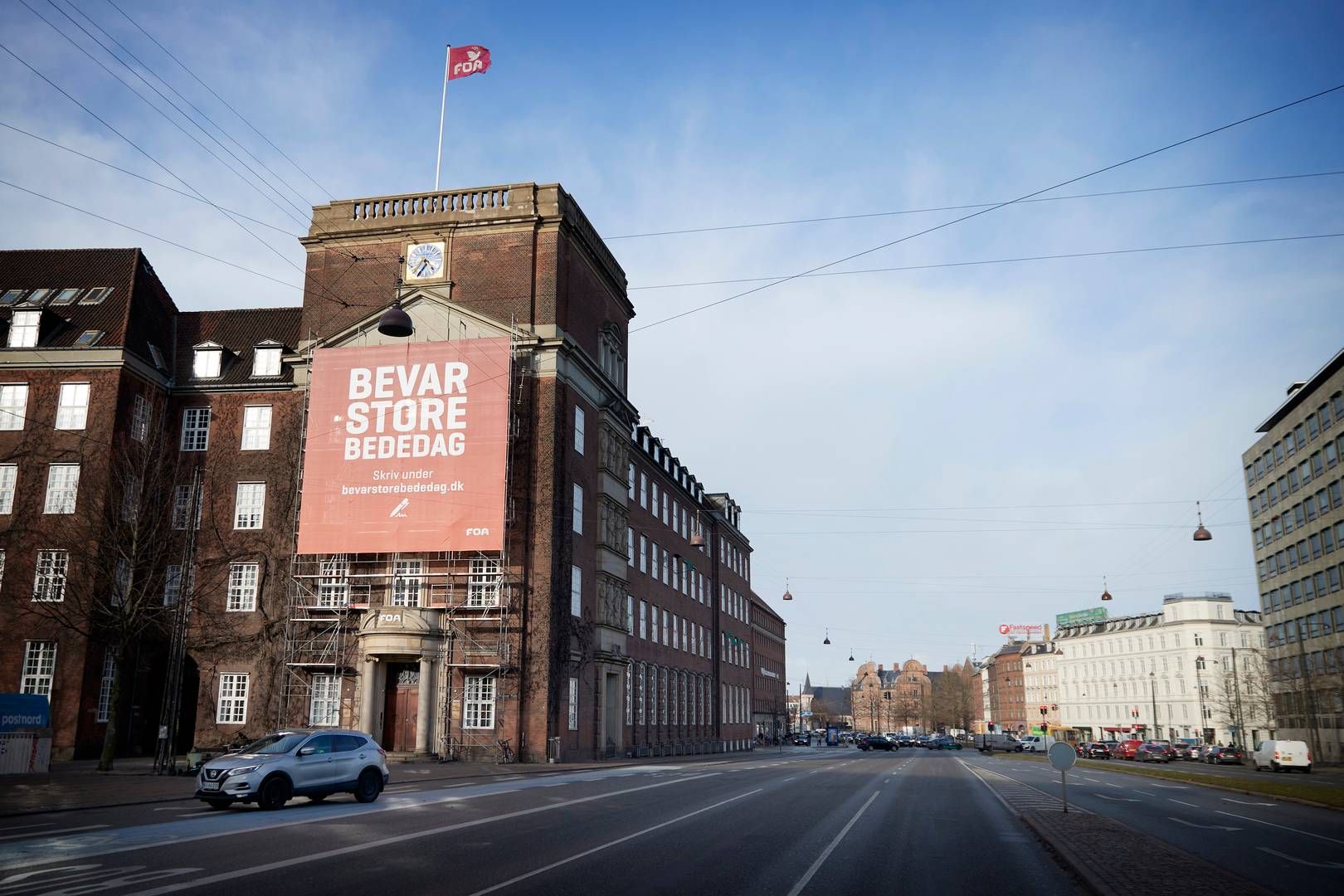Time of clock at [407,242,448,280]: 4:35
